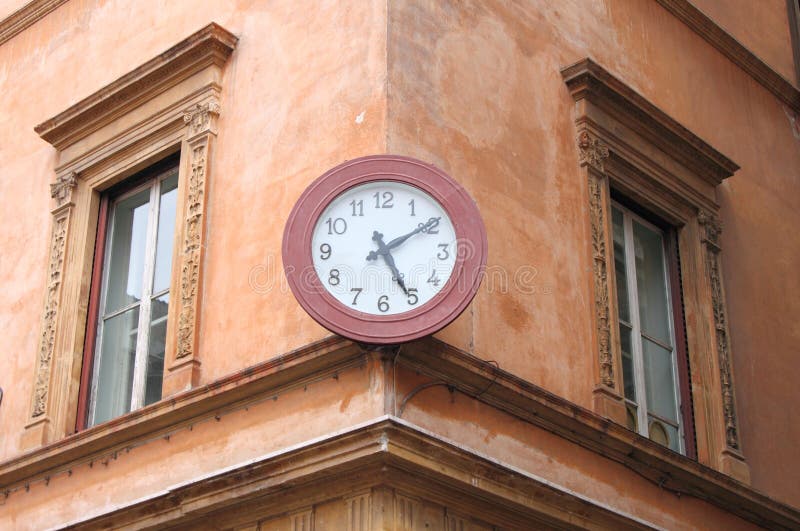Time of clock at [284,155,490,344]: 5:09
